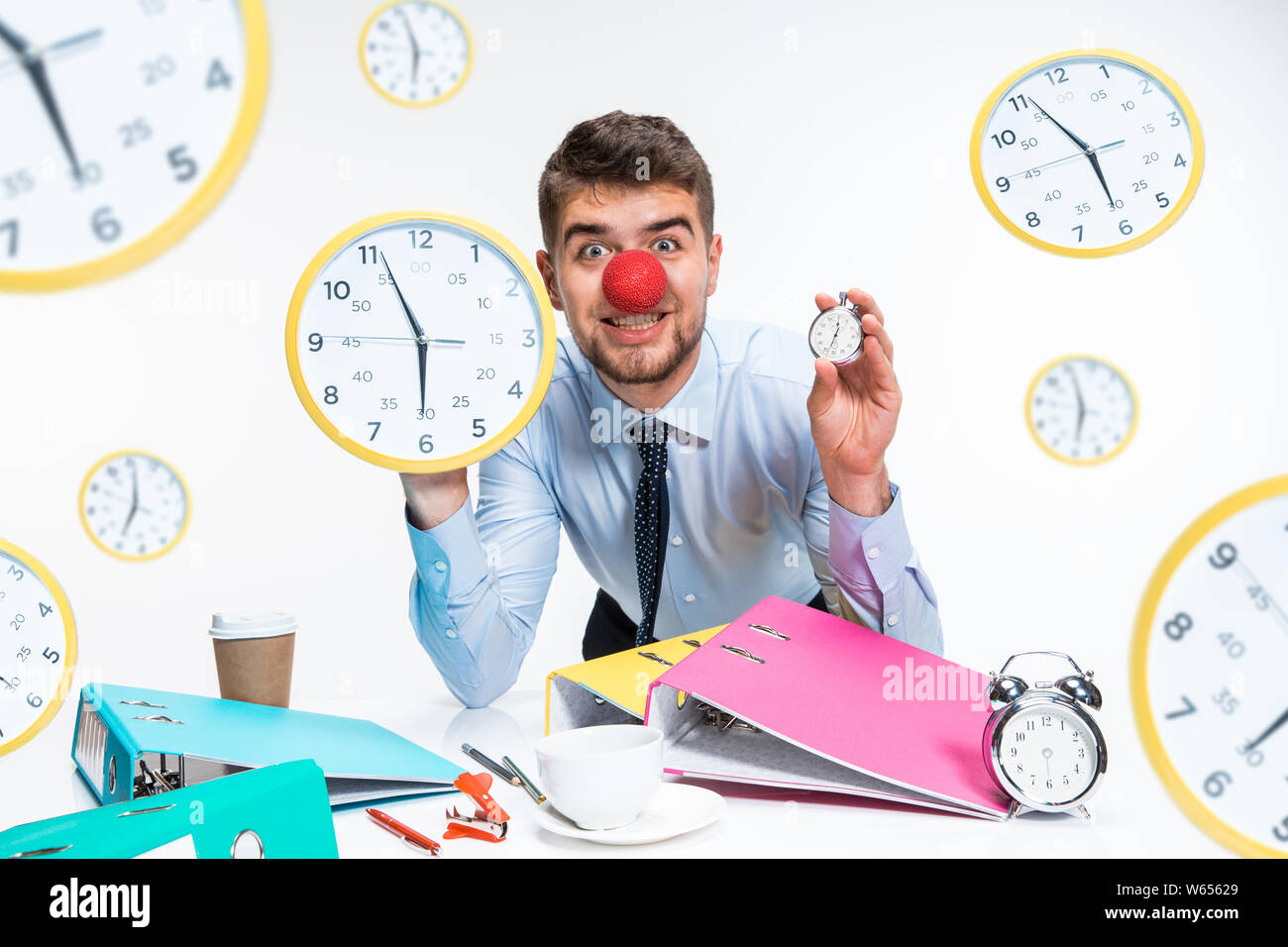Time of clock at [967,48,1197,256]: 5:55
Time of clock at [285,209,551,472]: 5:55
